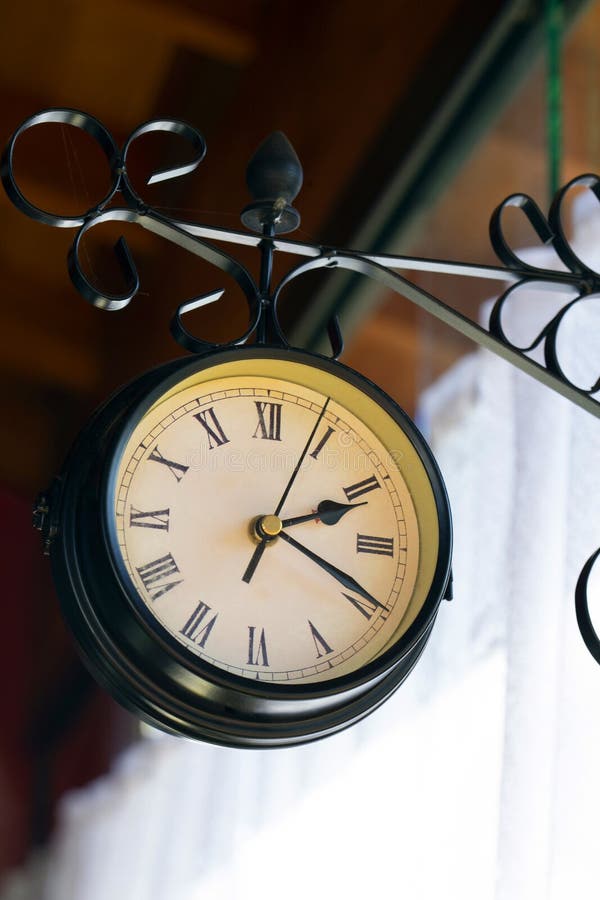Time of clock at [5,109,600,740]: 2:19
